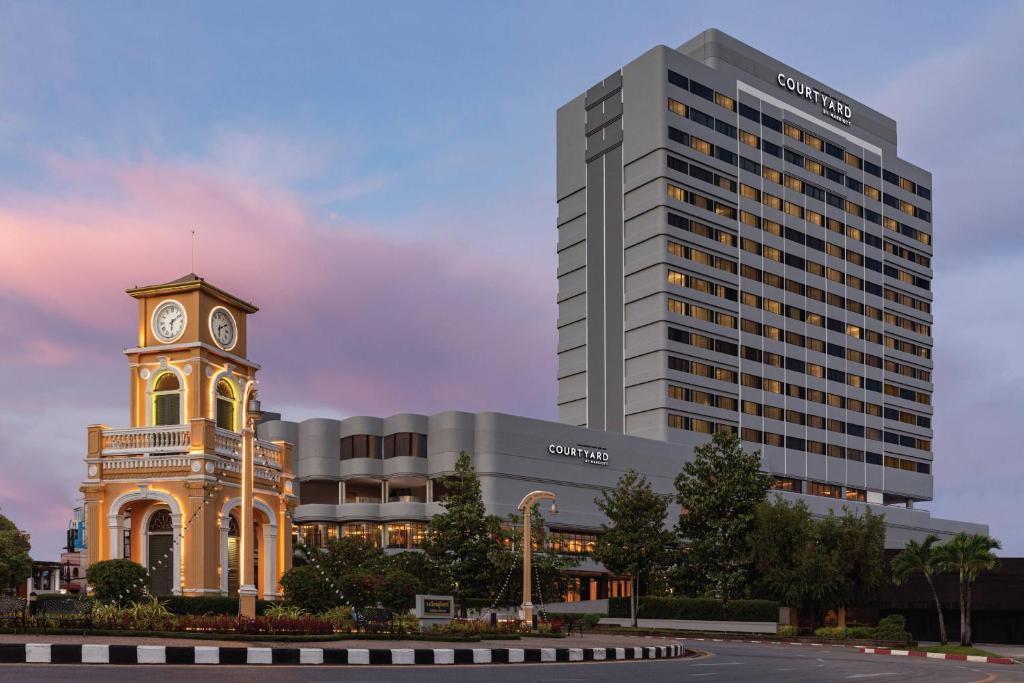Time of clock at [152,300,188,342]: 6:10
